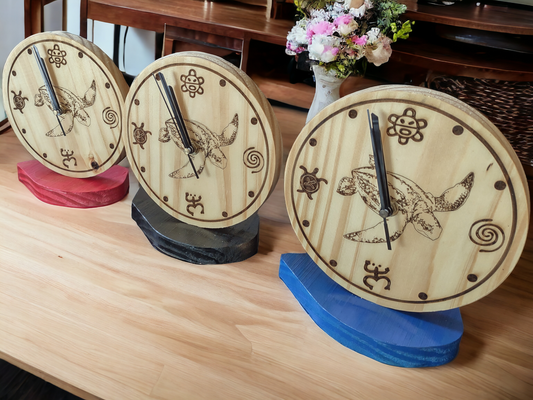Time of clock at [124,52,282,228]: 10:56
